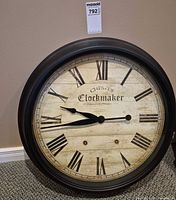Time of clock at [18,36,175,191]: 9:43
